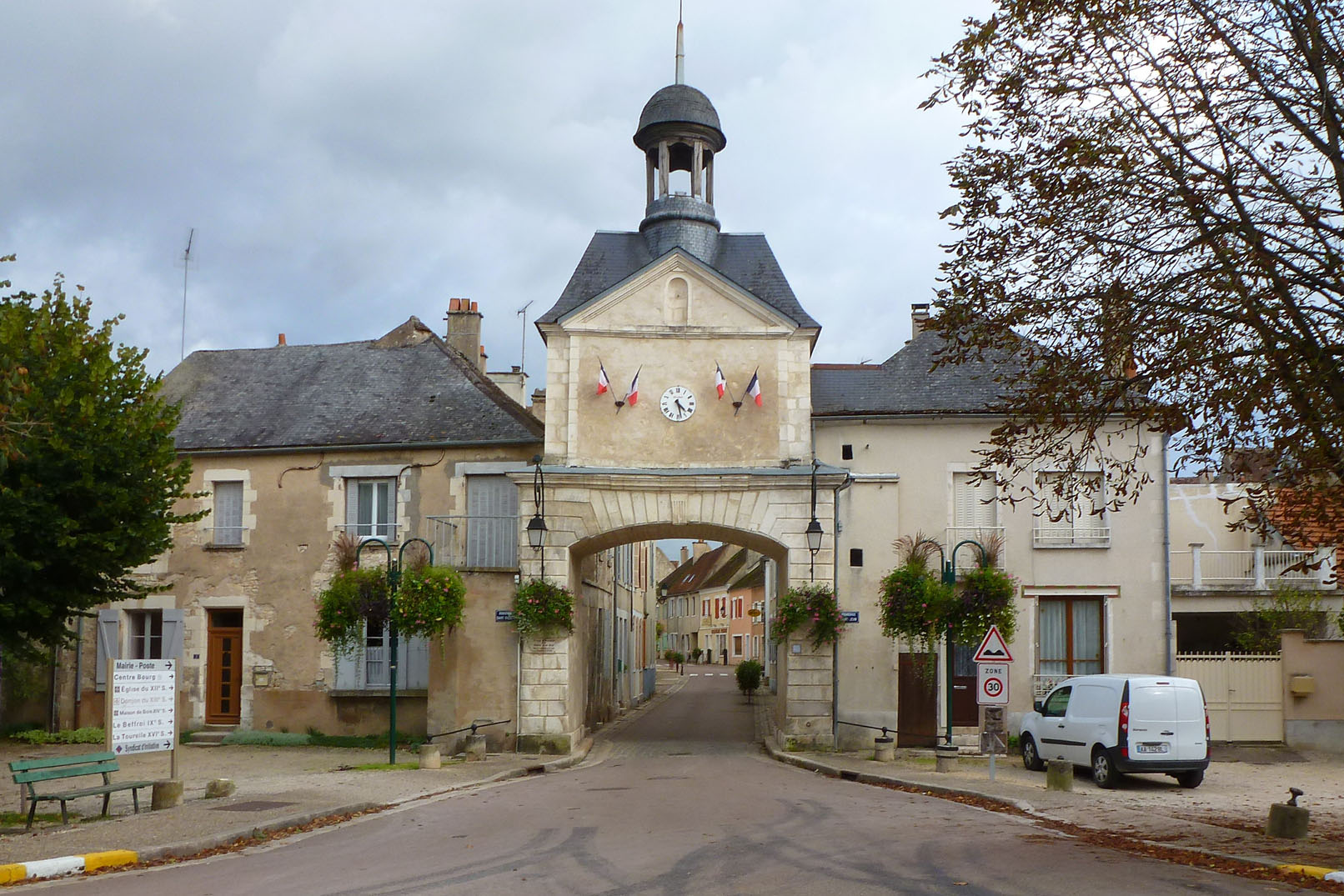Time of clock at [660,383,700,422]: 4:28
